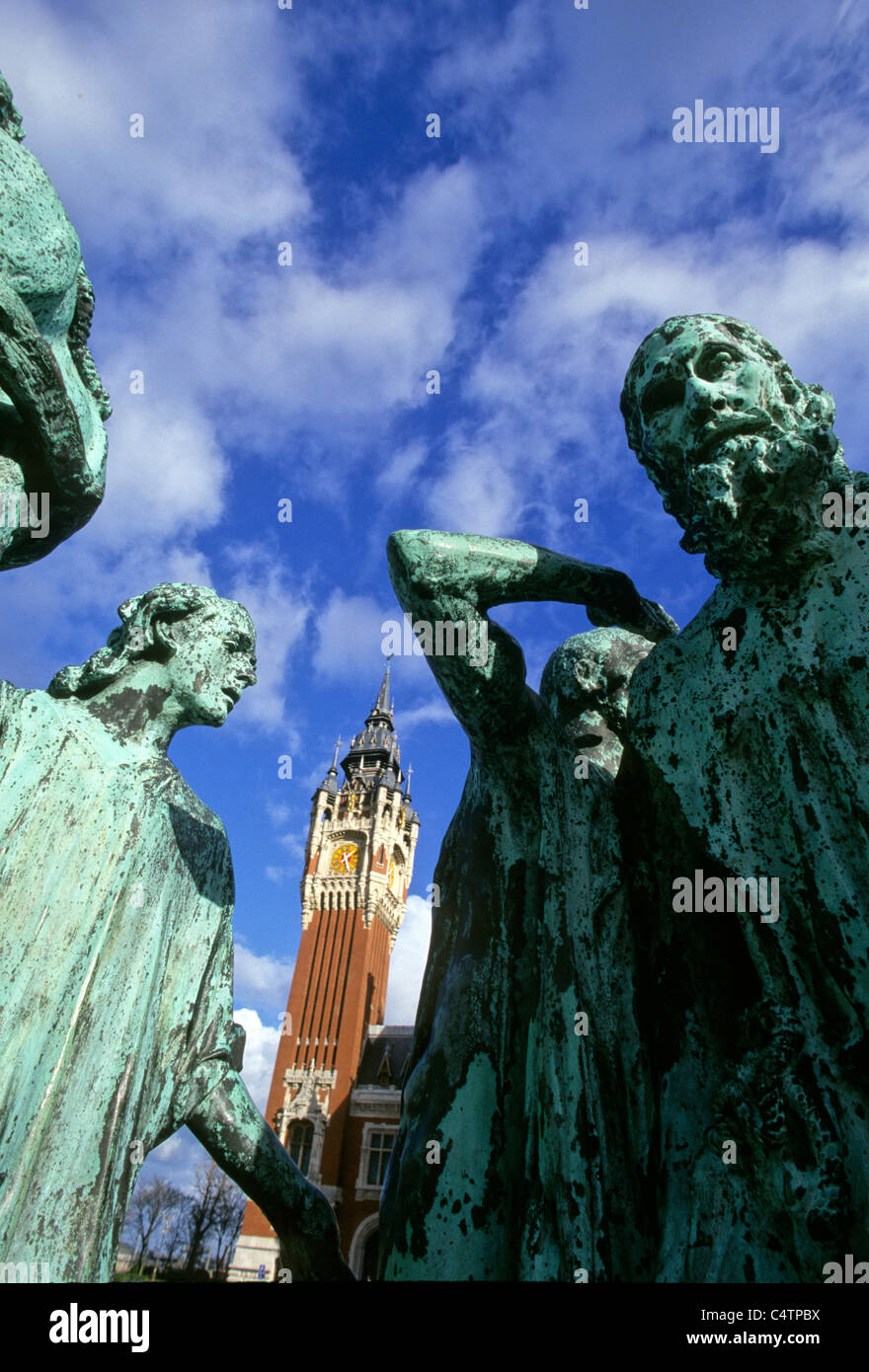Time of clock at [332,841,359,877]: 1:26
